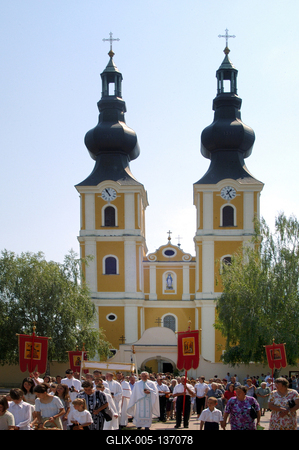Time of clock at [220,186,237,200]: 1:26
